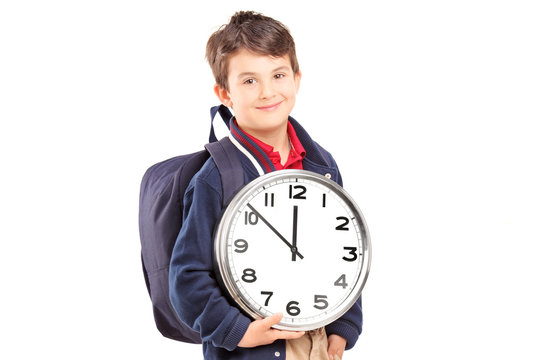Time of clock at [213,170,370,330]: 11:51
